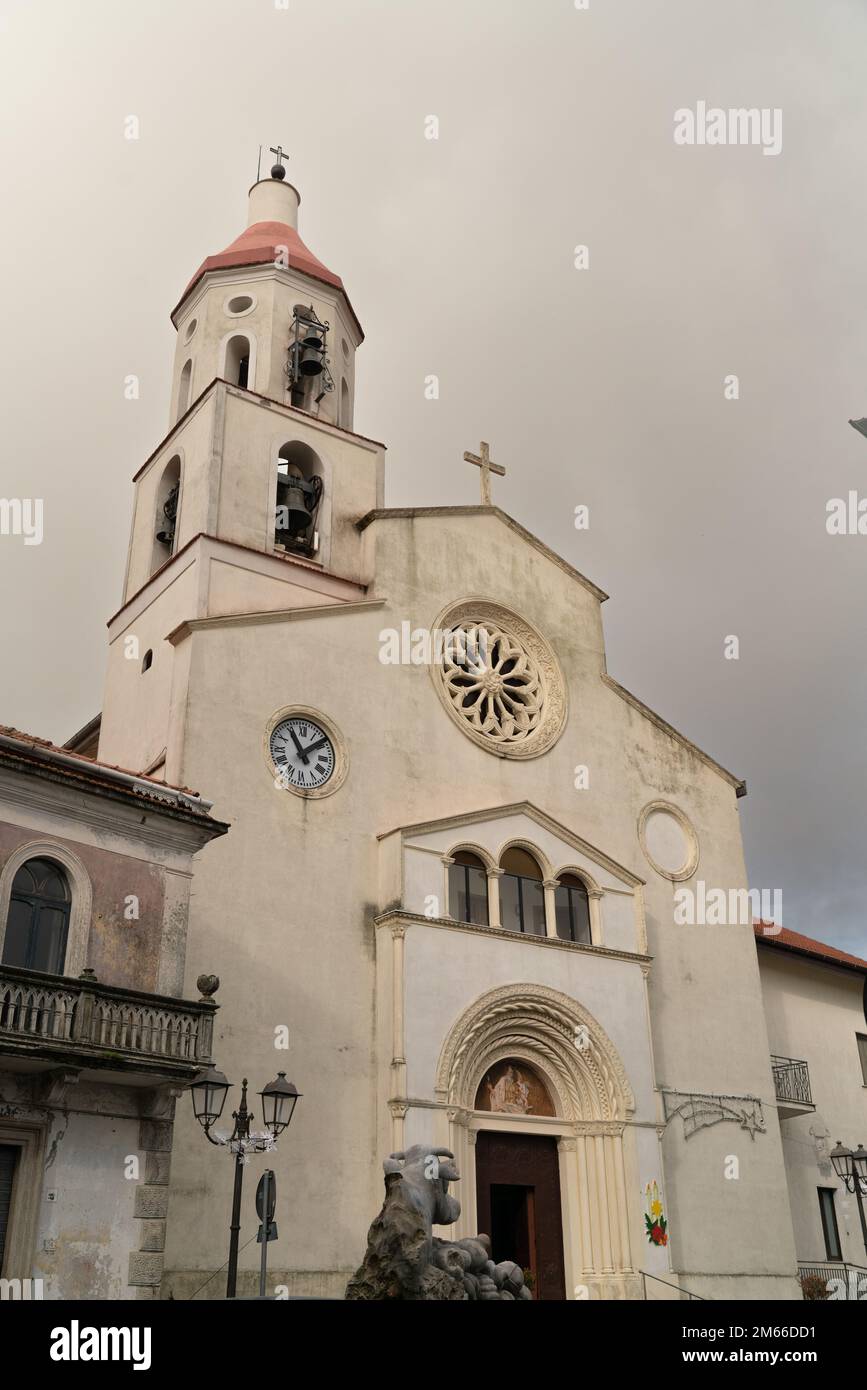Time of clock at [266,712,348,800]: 11:08
